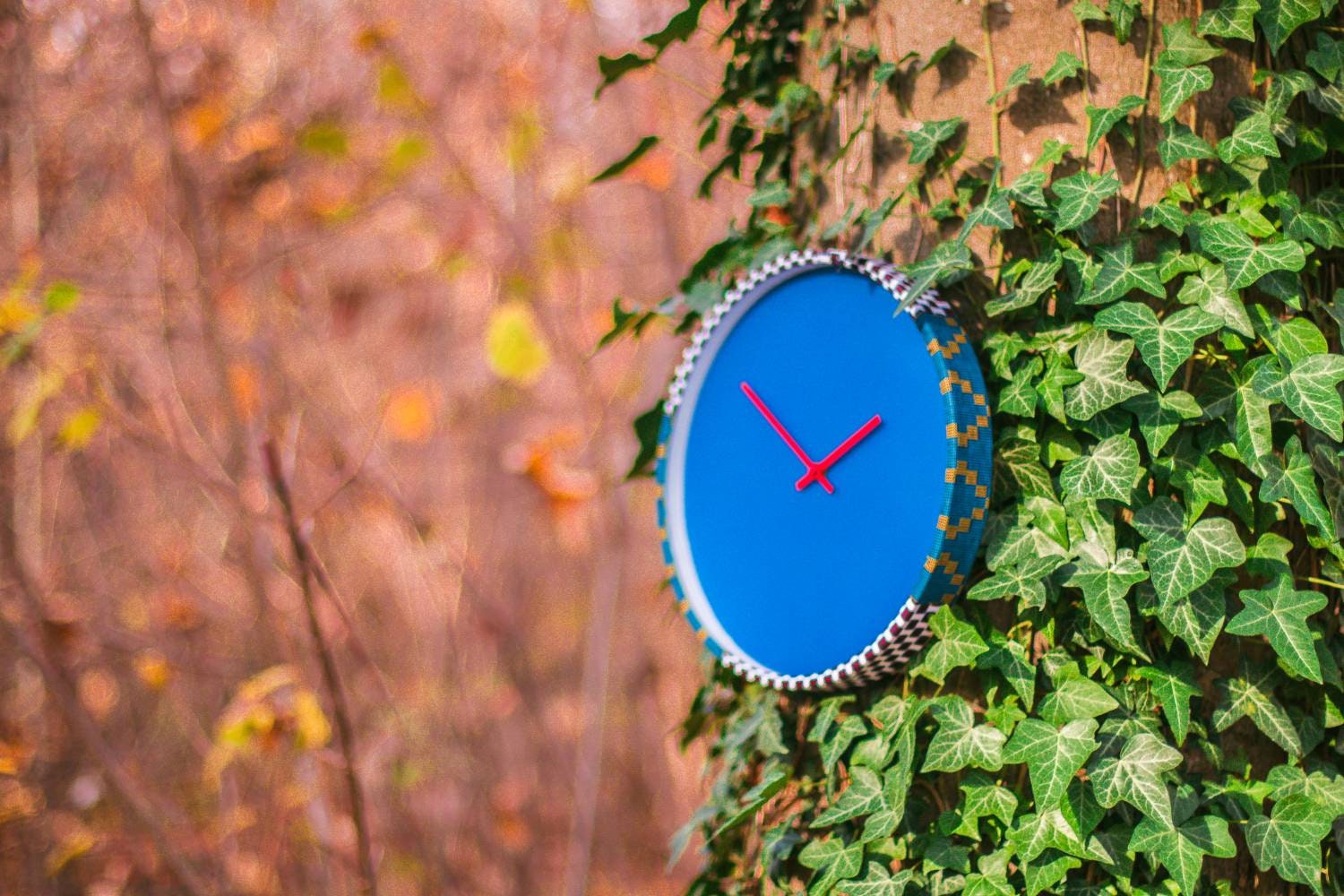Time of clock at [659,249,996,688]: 1:50
